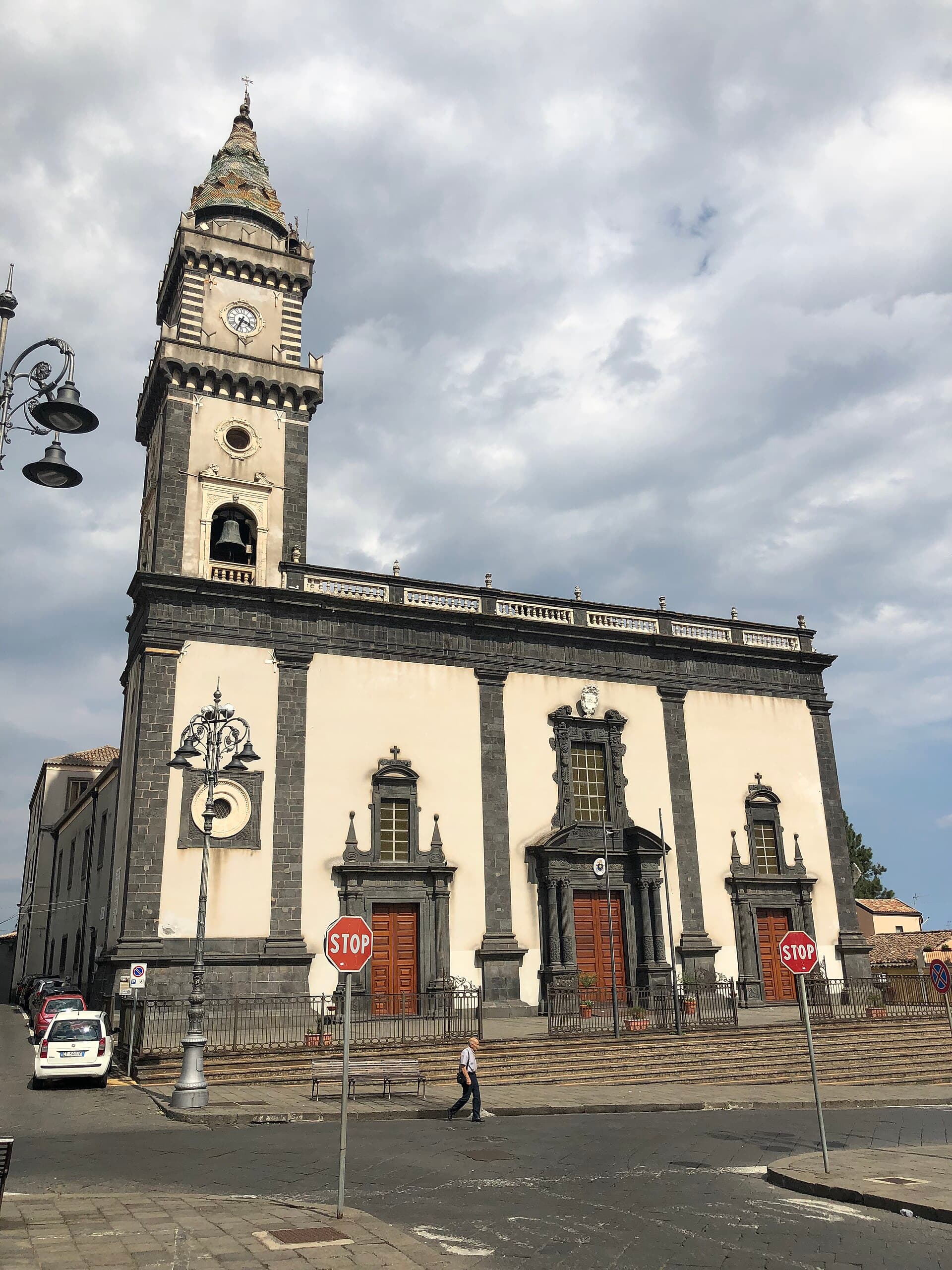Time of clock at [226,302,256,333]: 3:33
